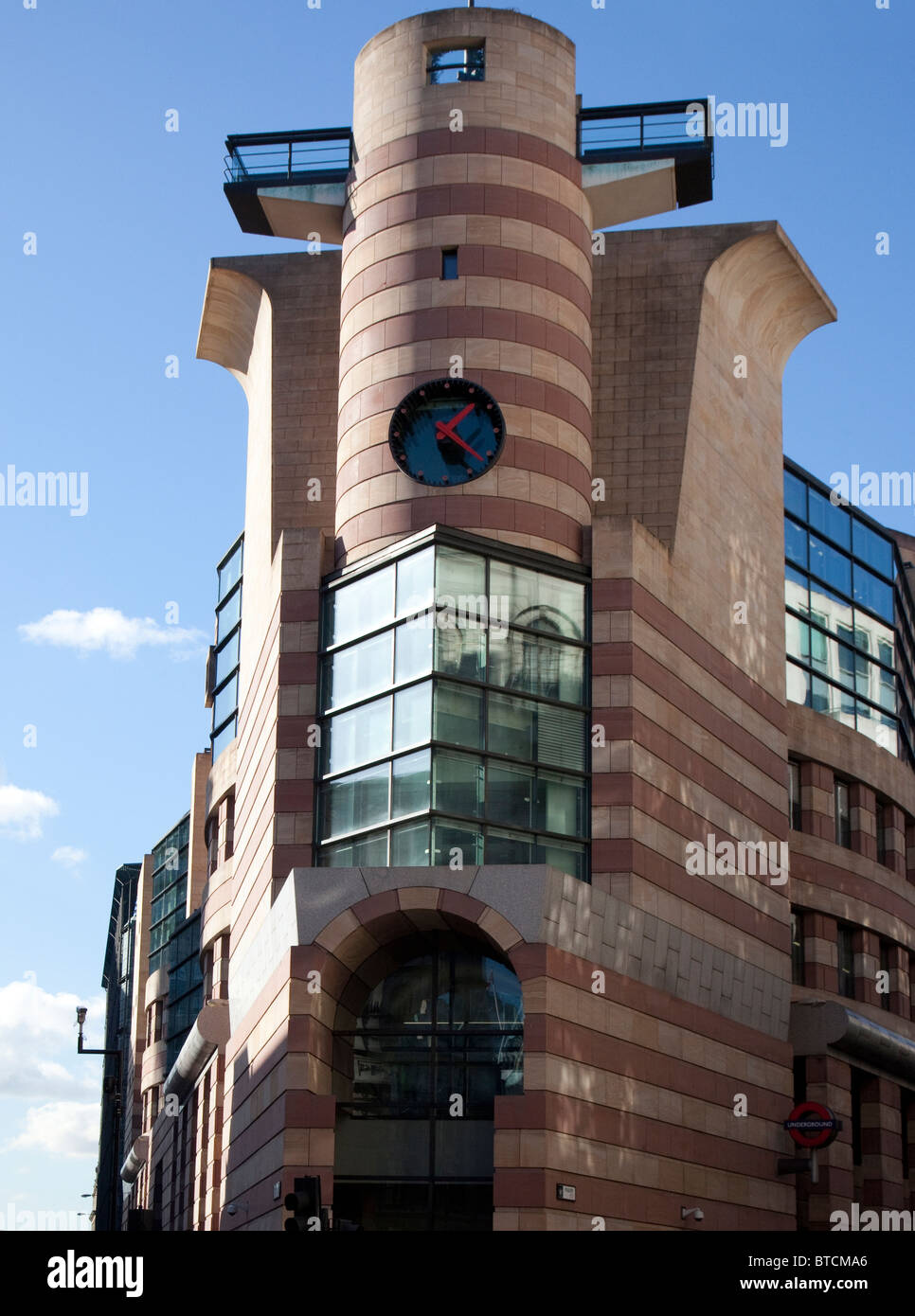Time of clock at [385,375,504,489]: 1:24
